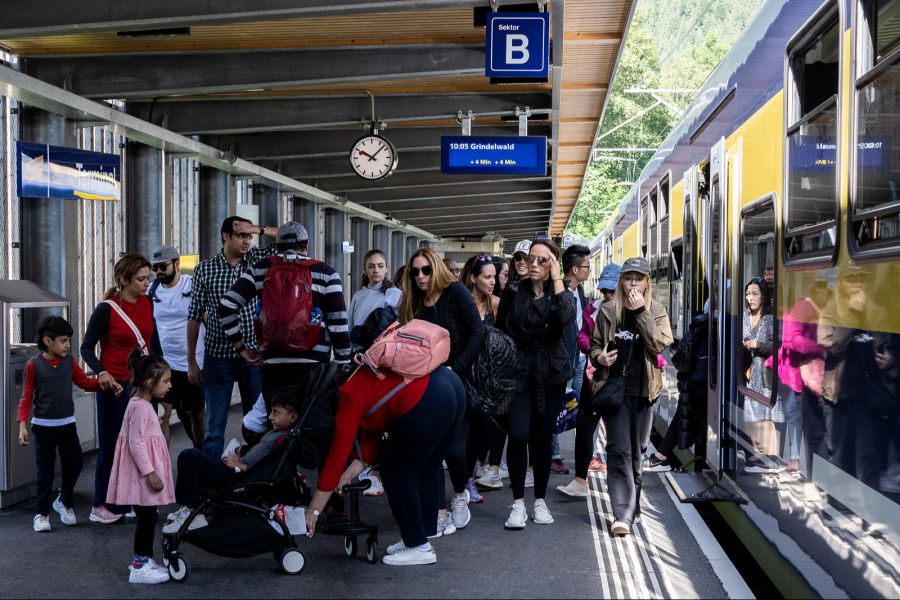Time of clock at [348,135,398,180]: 10:07
